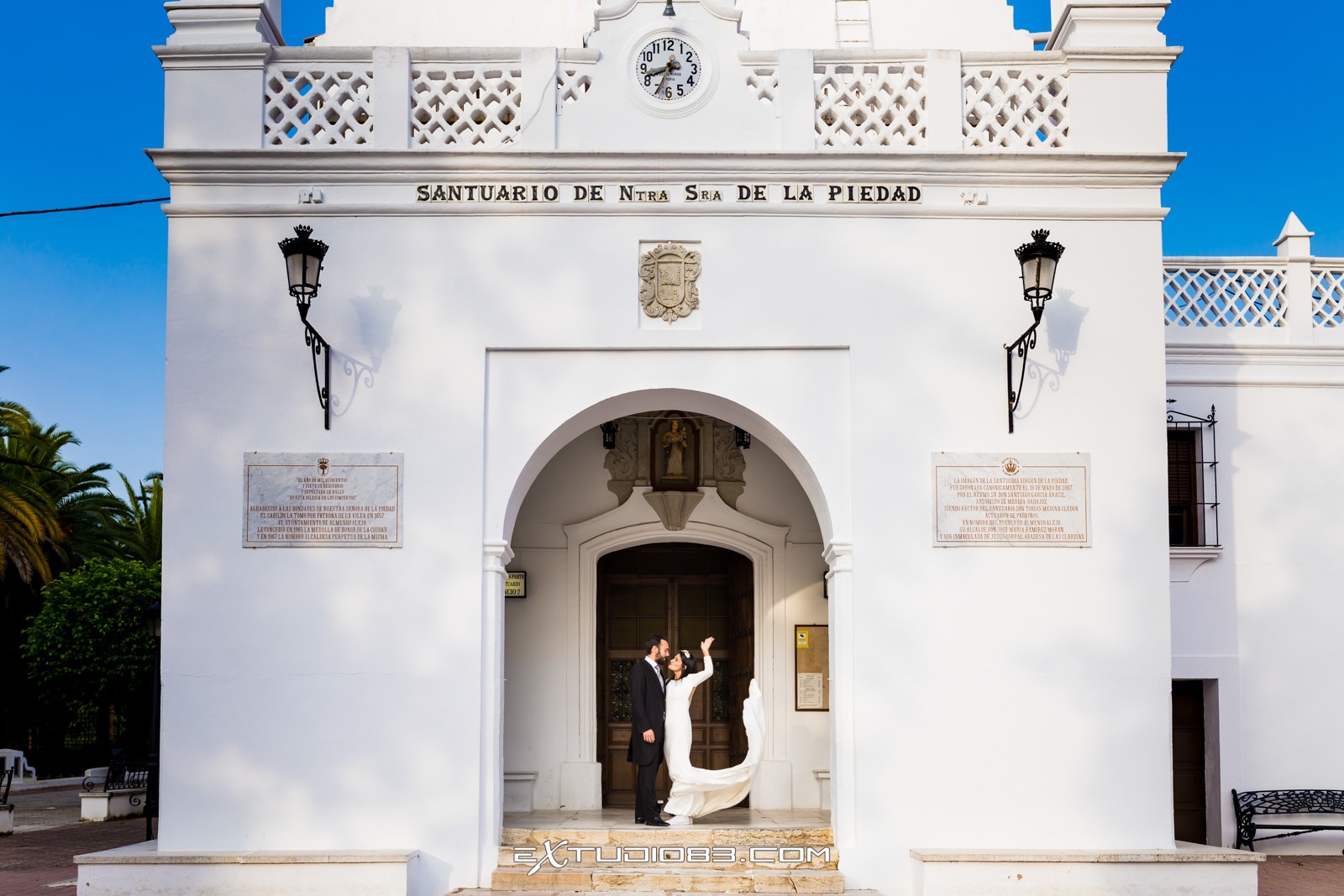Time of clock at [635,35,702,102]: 8:34
